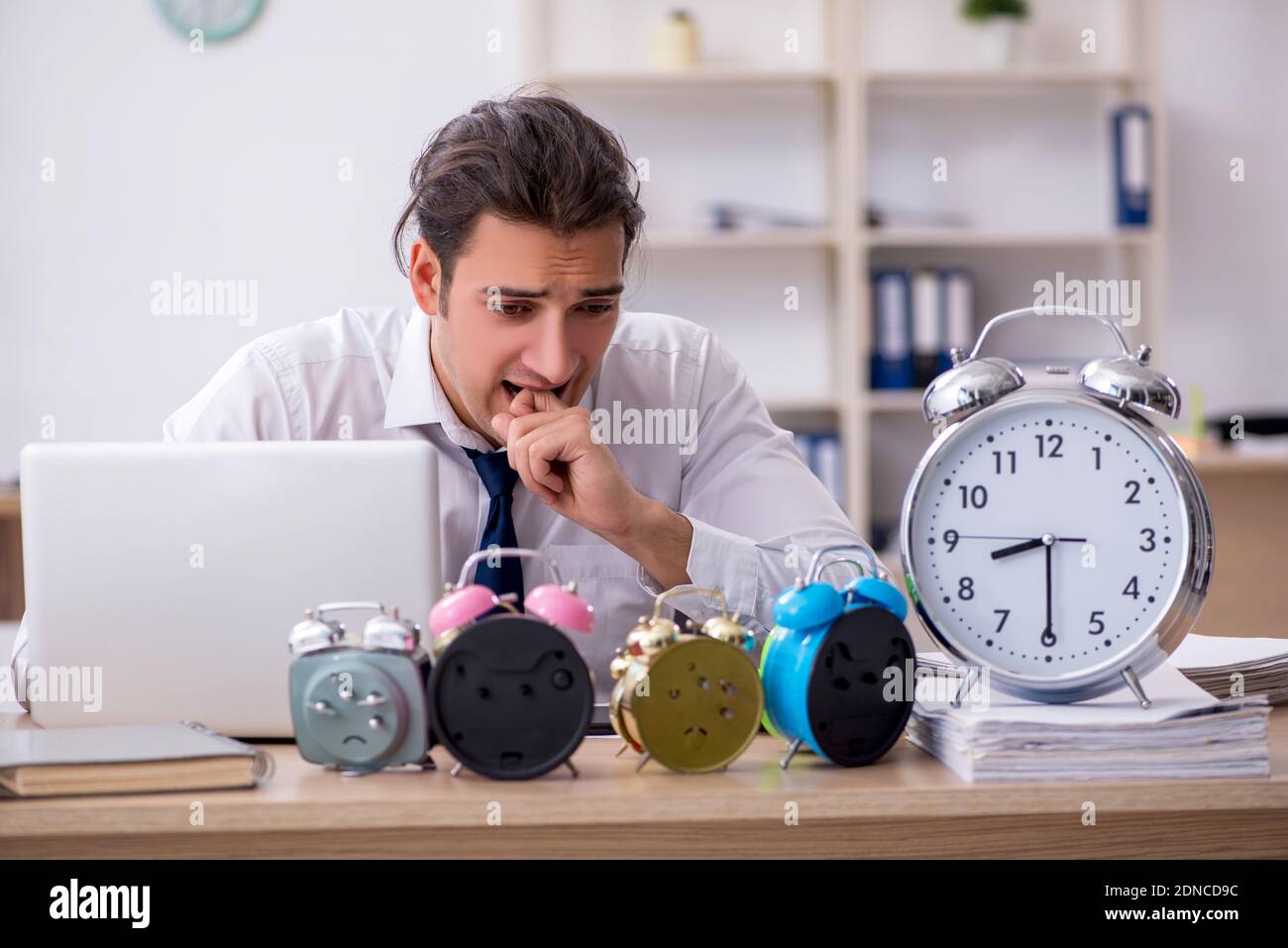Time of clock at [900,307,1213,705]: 8:29
